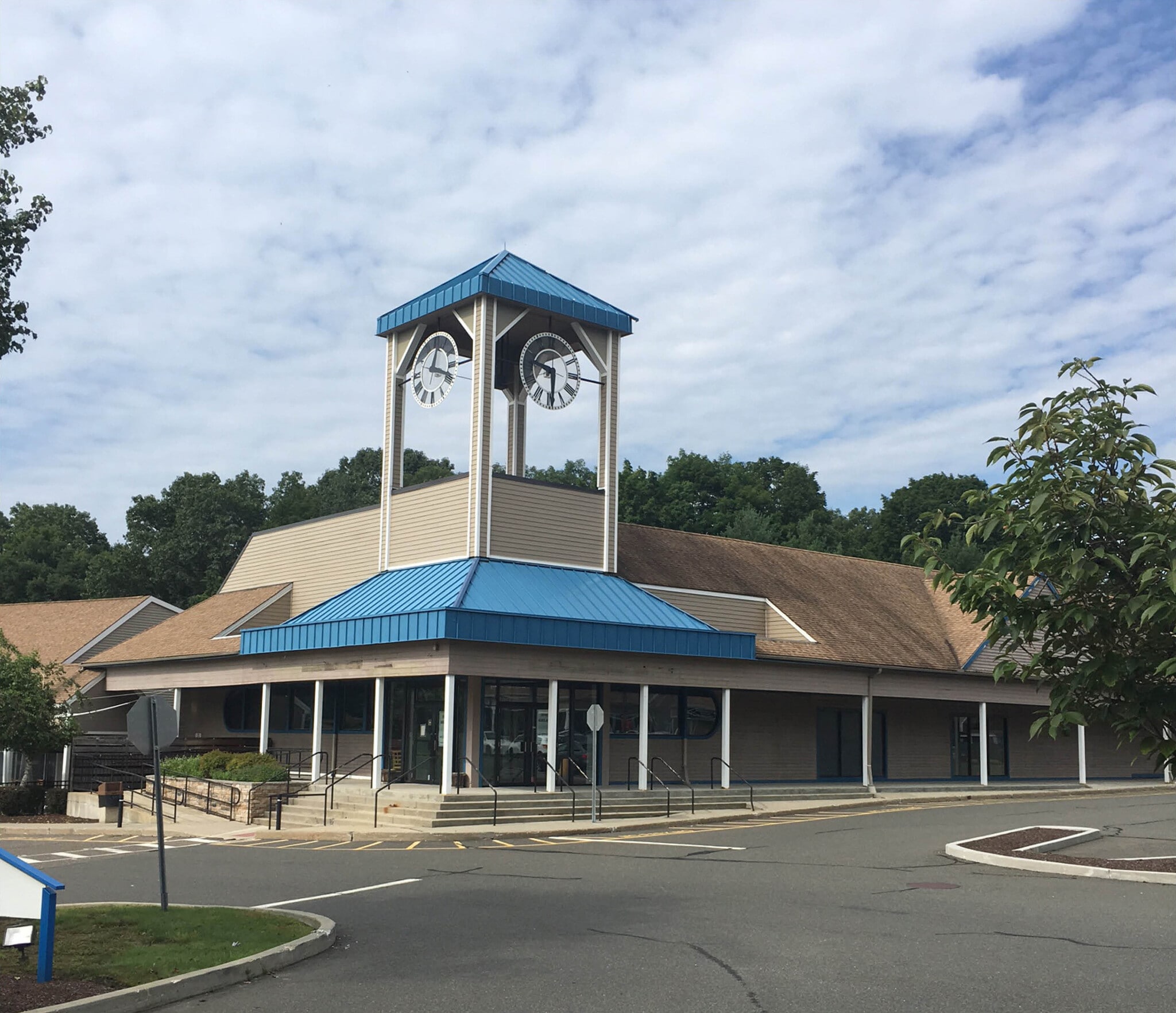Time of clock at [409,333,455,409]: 12:18
